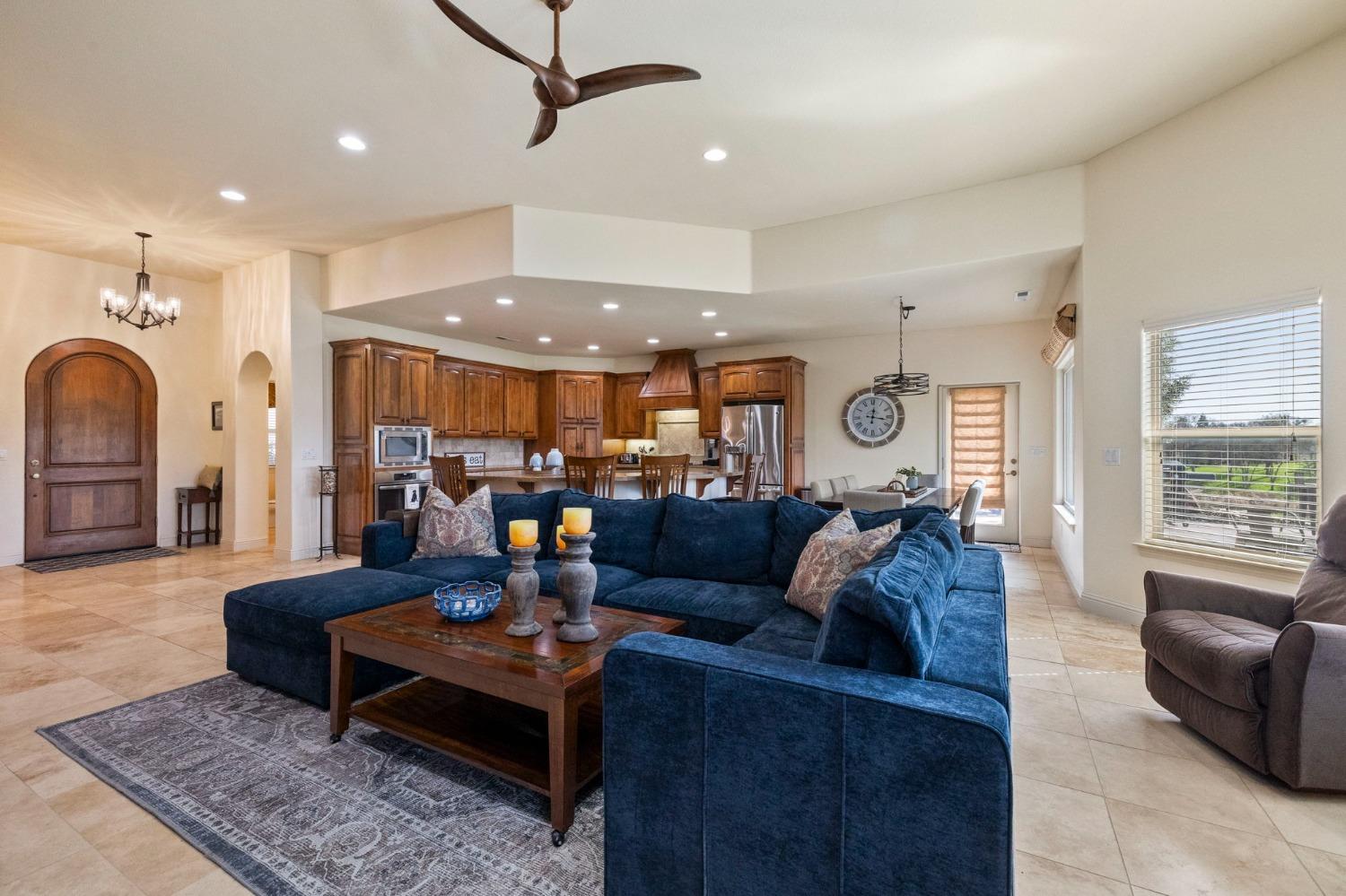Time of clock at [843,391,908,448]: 12:16
